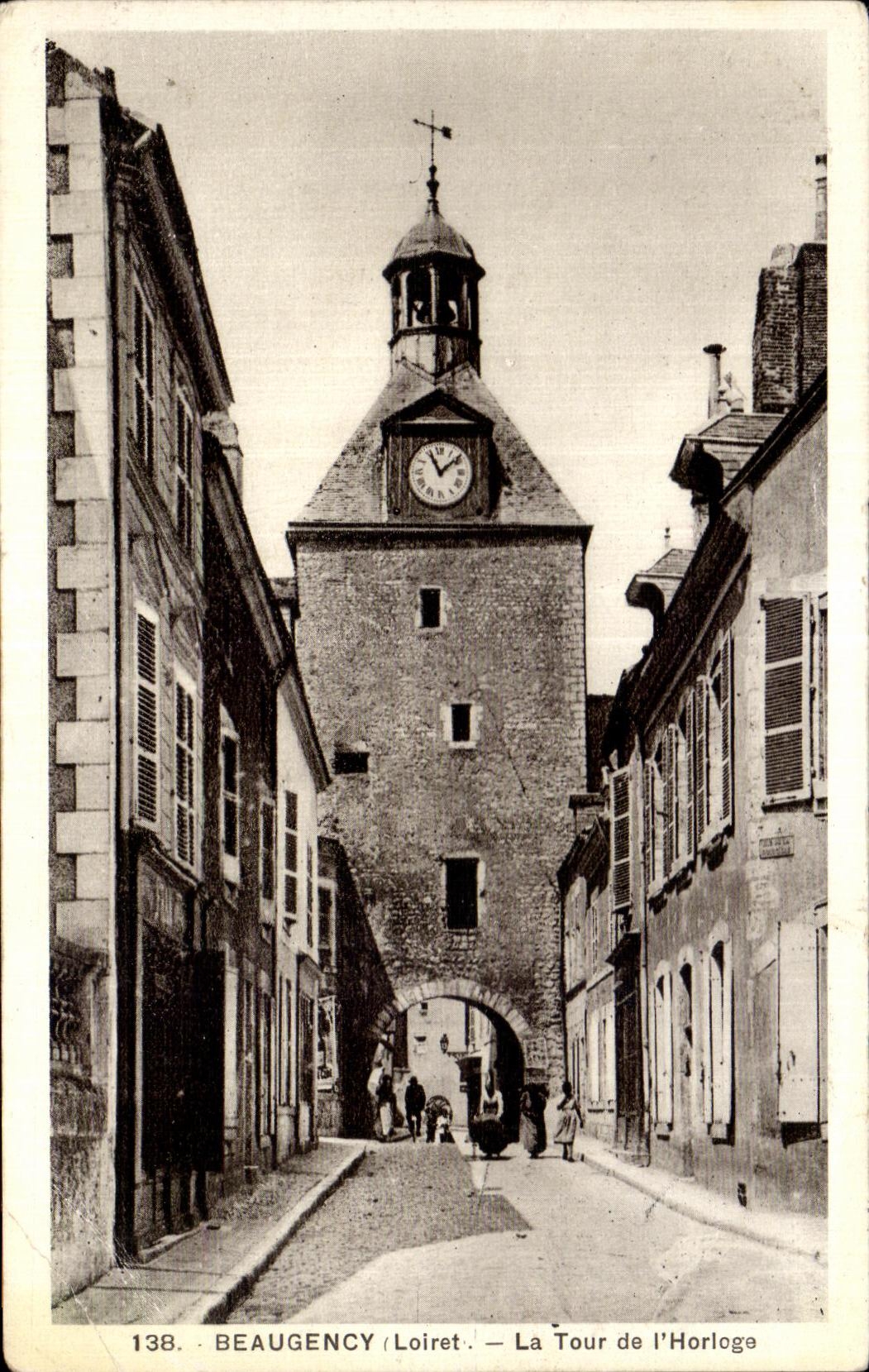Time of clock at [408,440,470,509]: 11:08
